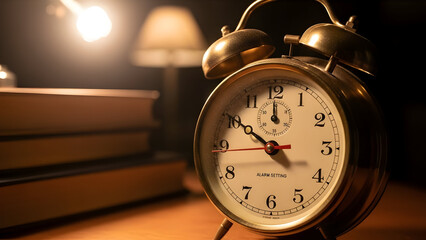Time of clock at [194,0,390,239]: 11:50
